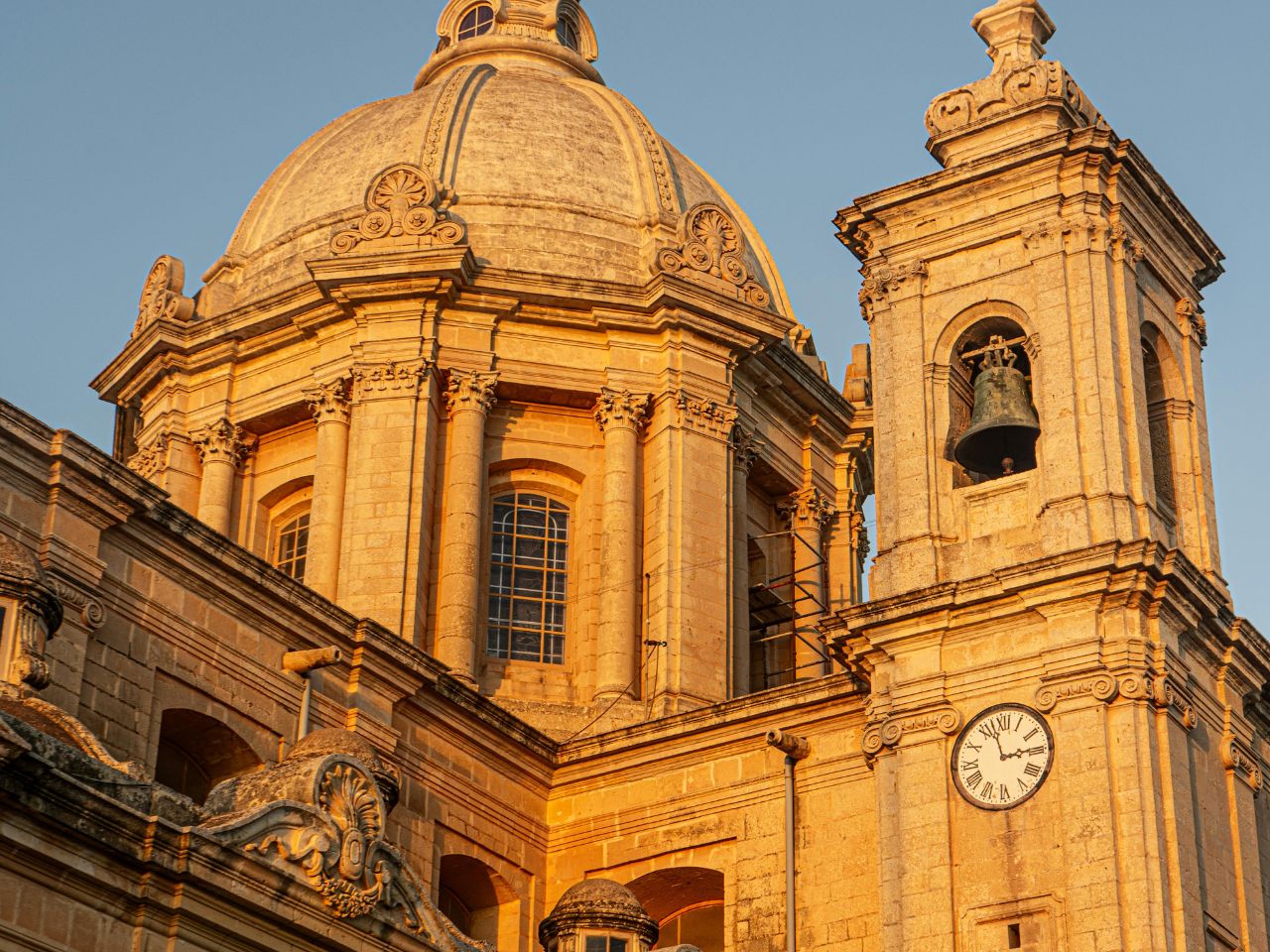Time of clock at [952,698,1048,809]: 2:57
